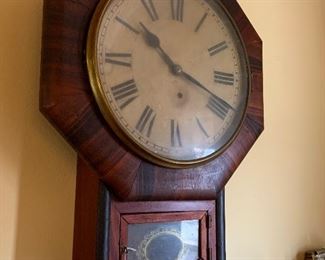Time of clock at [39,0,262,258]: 10:18
